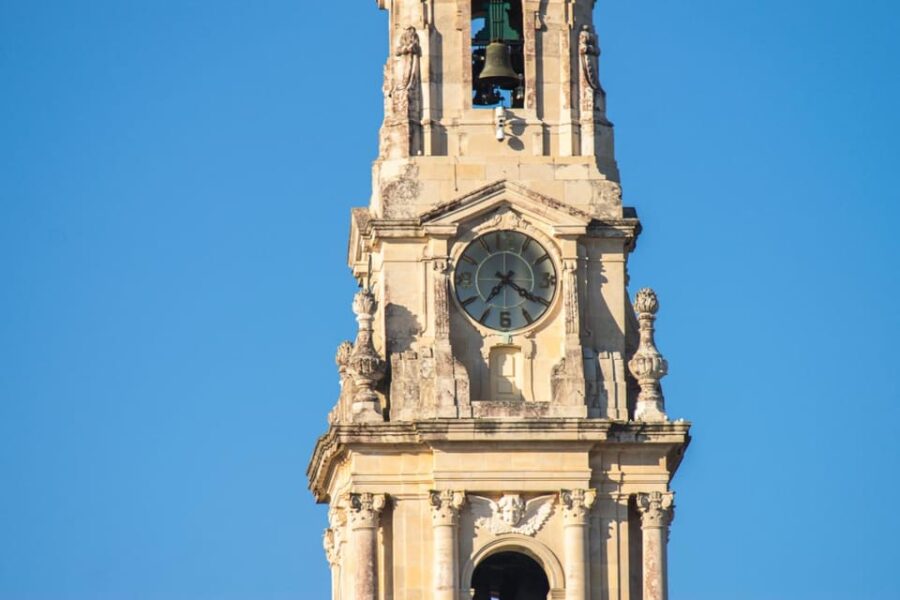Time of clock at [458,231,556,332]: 7:20
